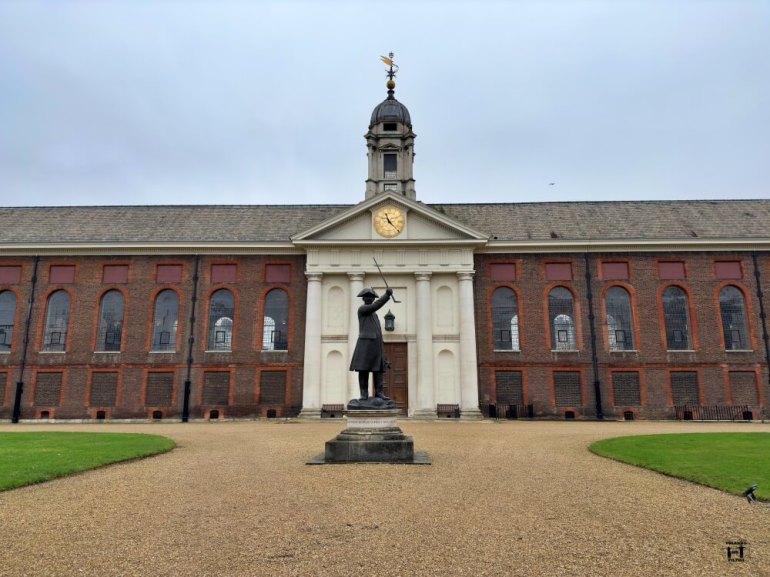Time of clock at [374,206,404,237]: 11:22
